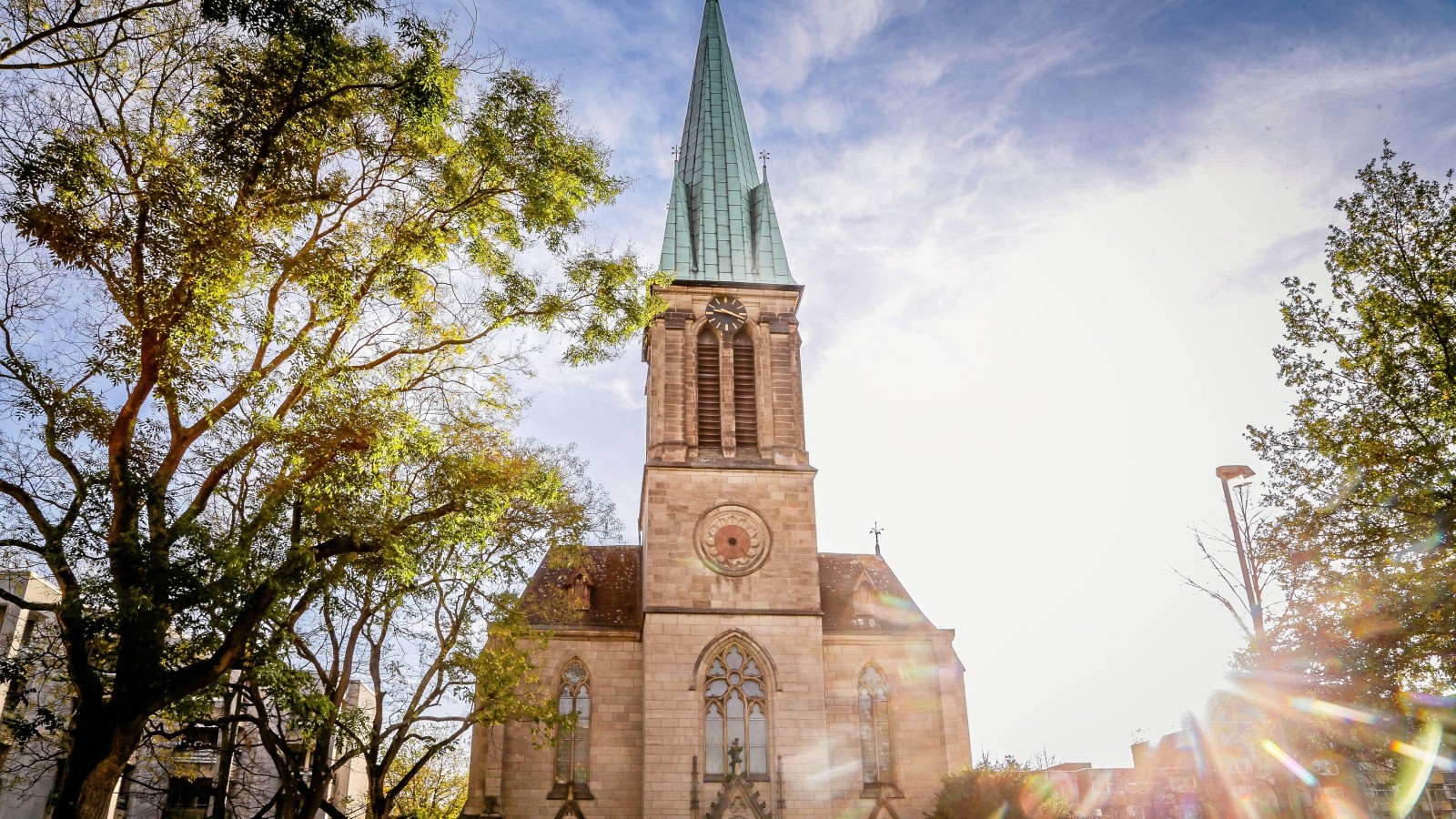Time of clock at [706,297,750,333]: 9:18
